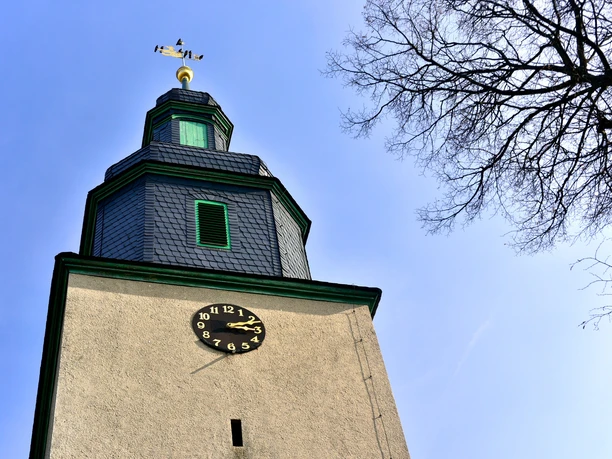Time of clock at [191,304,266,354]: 3:11
